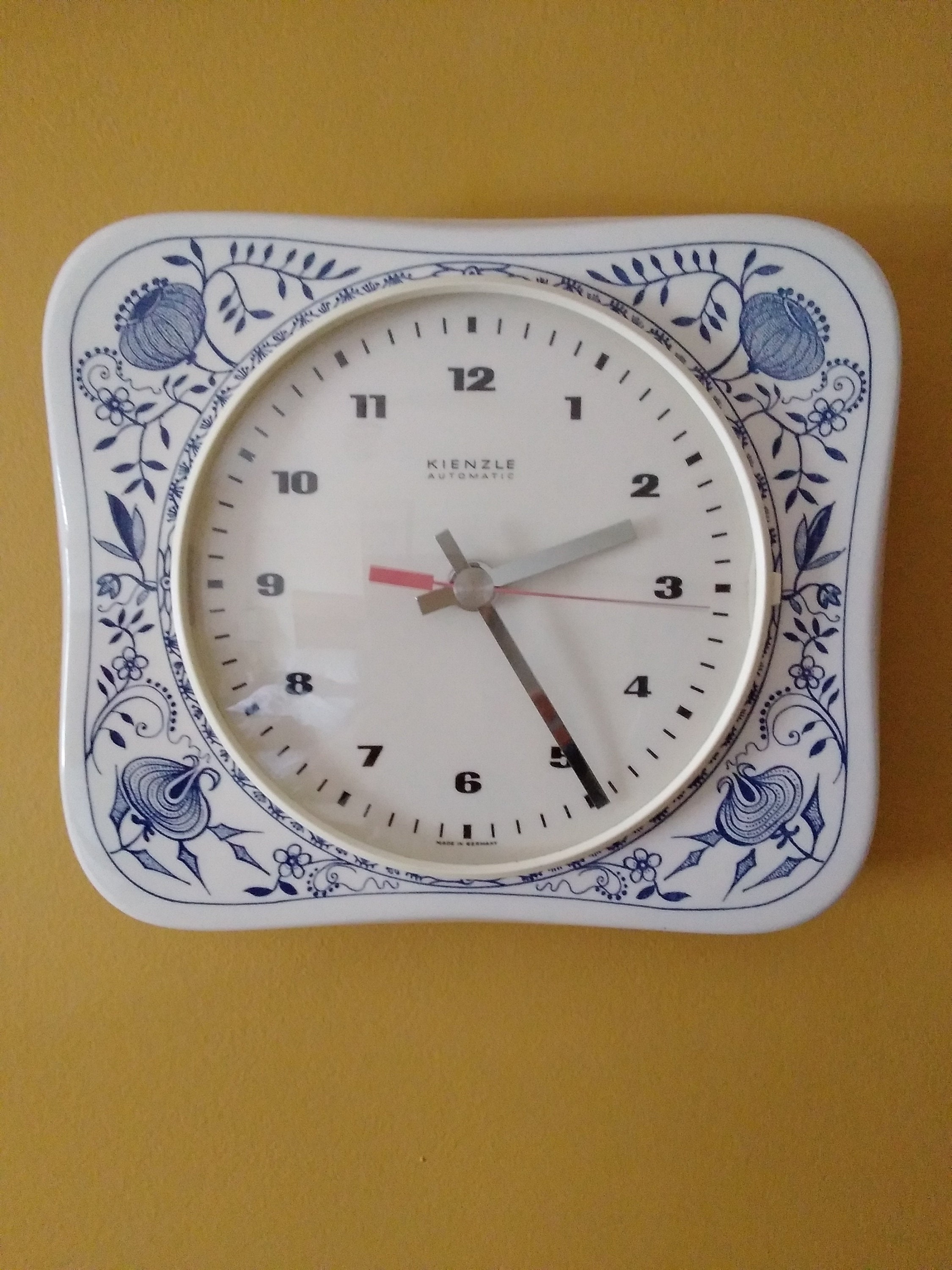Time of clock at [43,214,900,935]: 2:24
